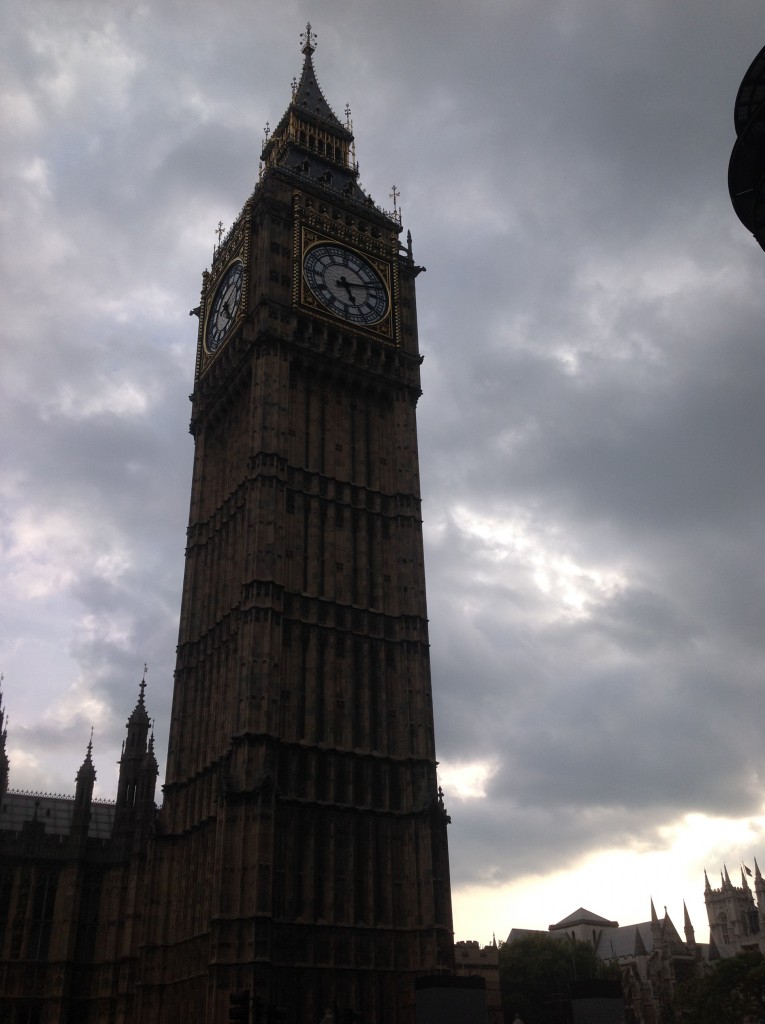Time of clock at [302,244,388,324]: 5:12
